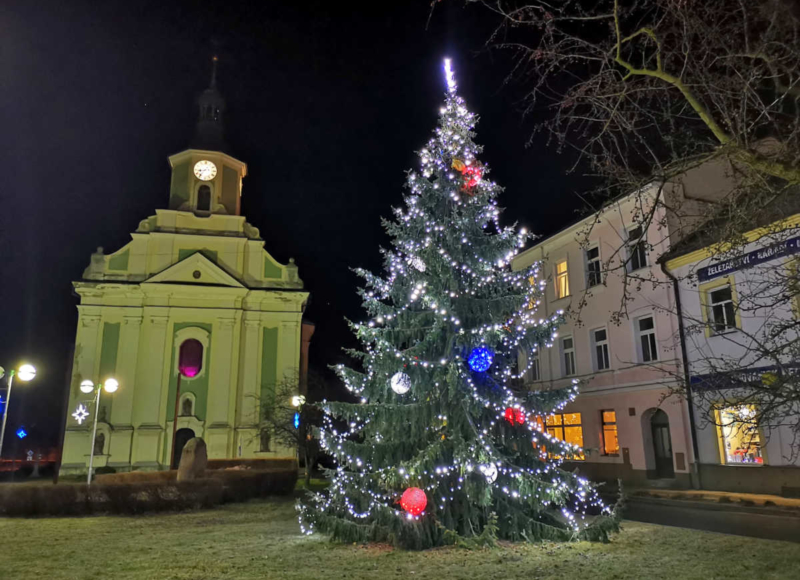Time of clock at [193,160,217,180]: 8:36
